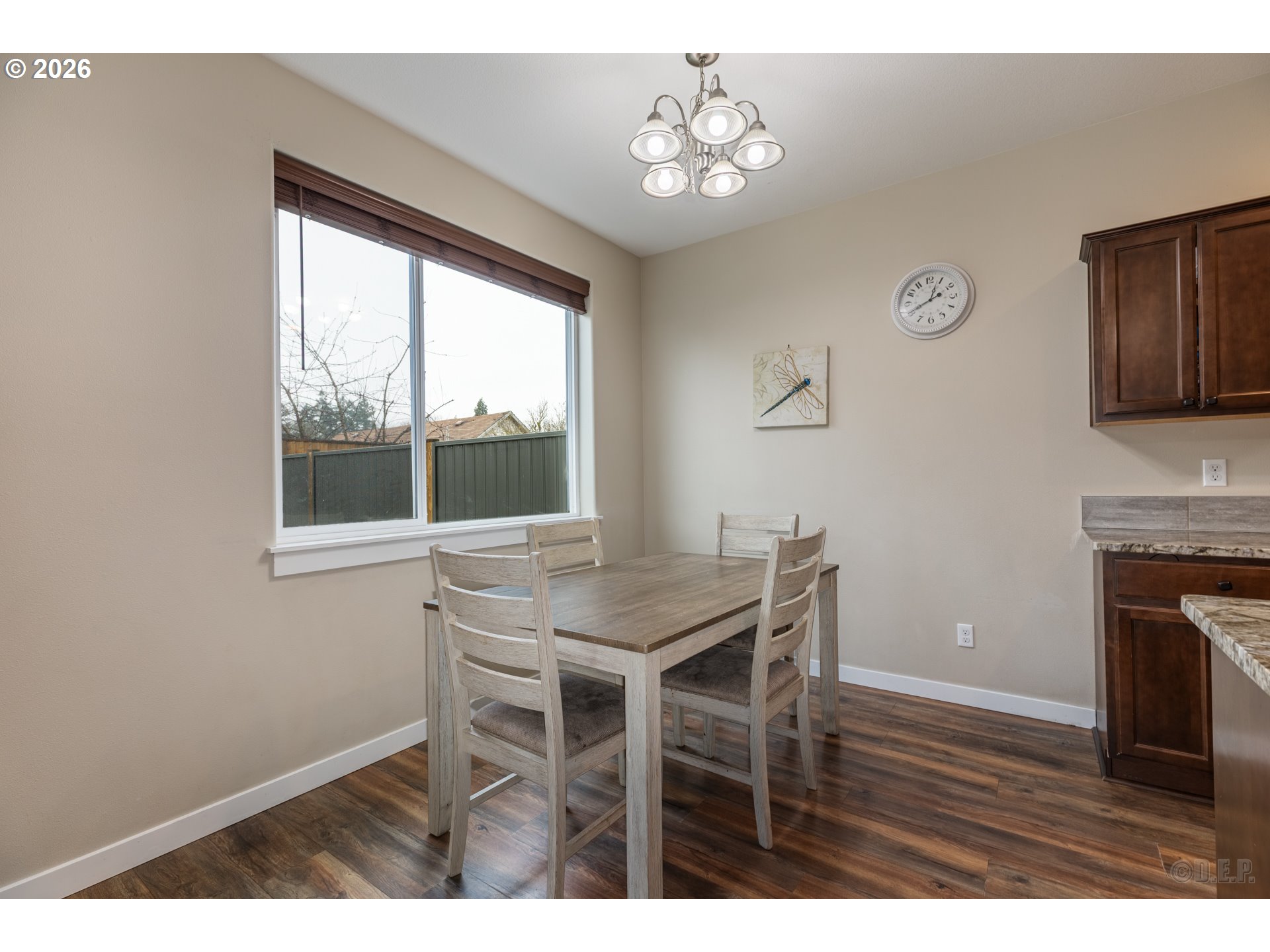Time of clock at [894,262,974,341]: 12:40
